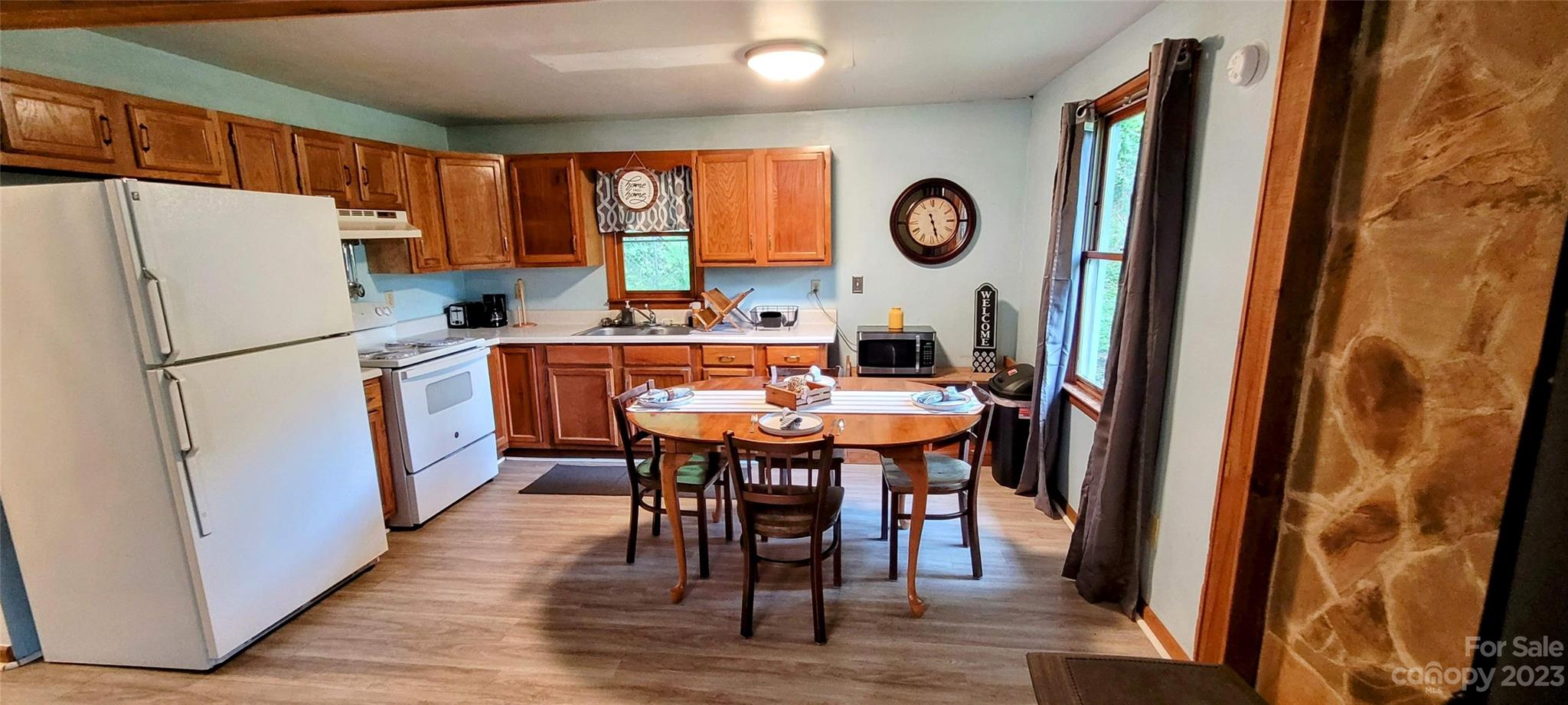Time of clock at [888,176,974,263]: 5:27
